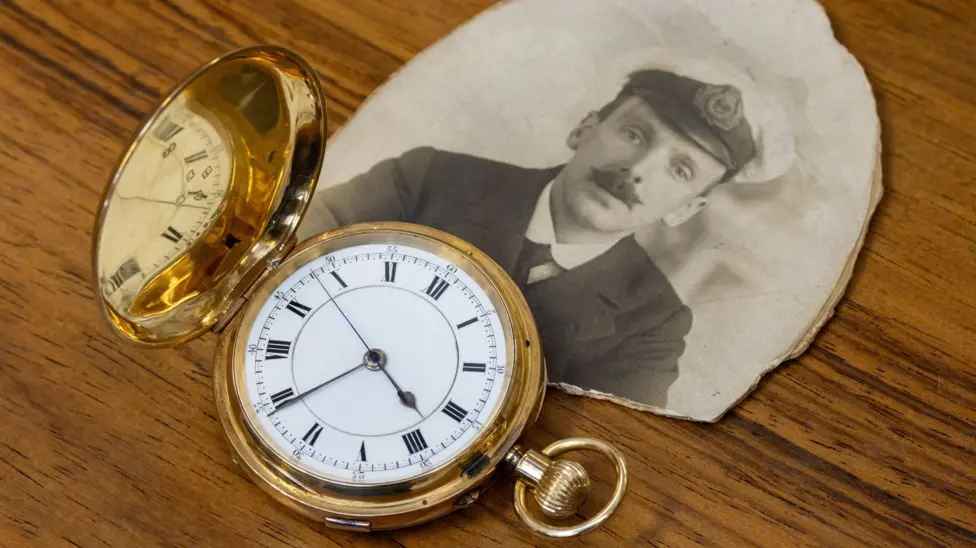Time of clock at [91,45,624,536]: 4:39
